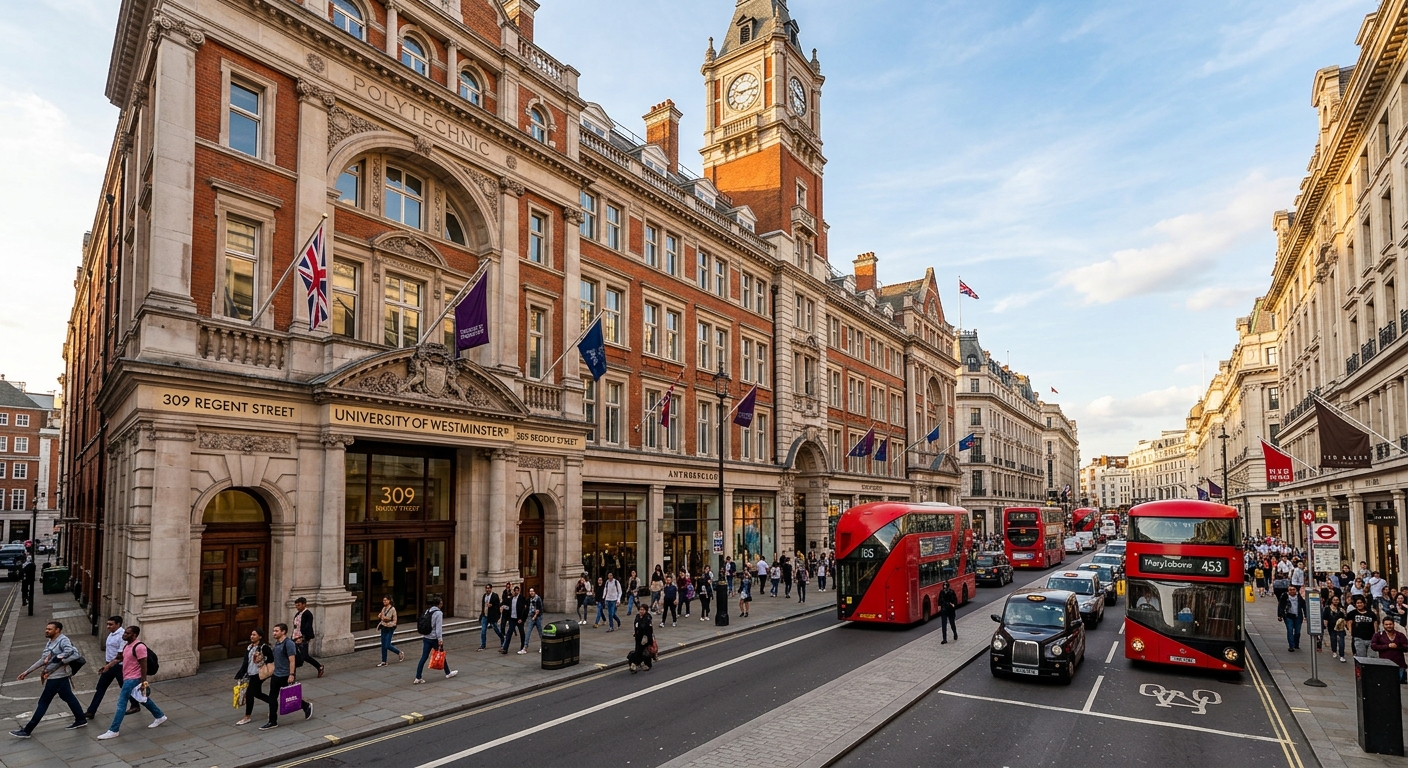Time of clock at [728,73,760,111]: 9:14
